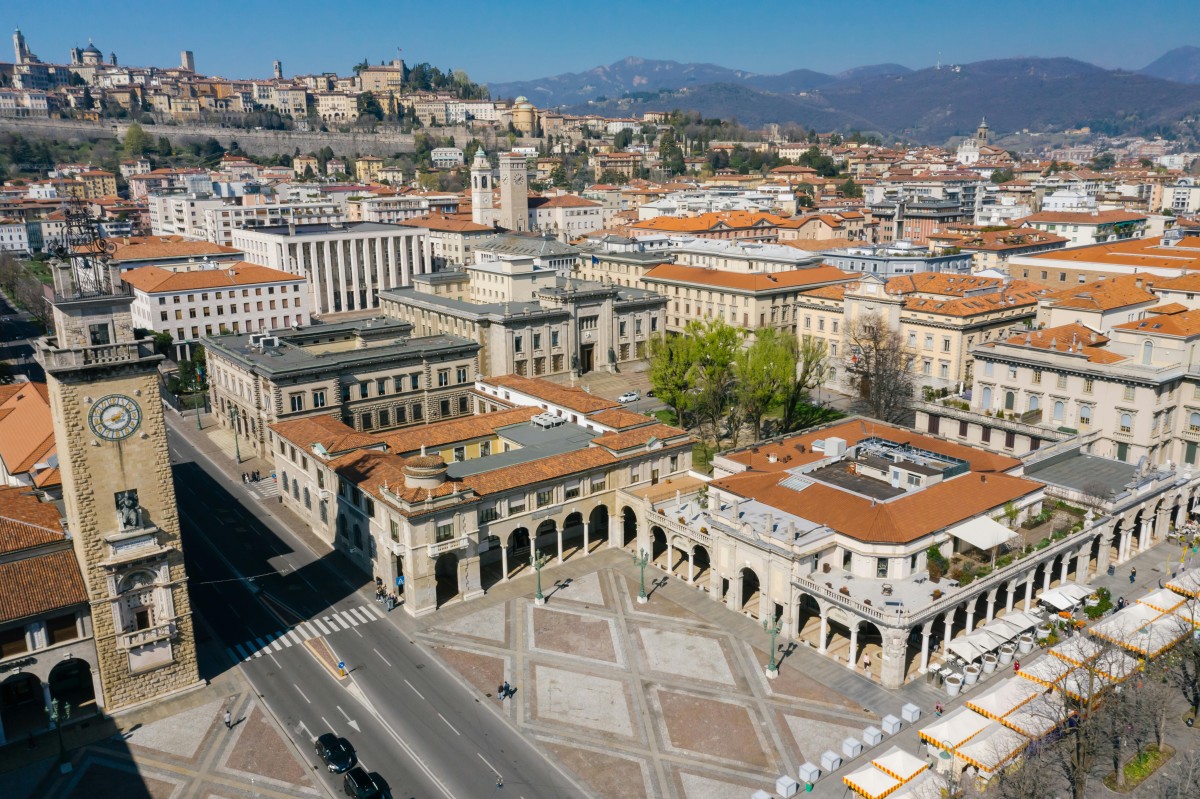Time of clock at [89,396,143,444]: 1:42
